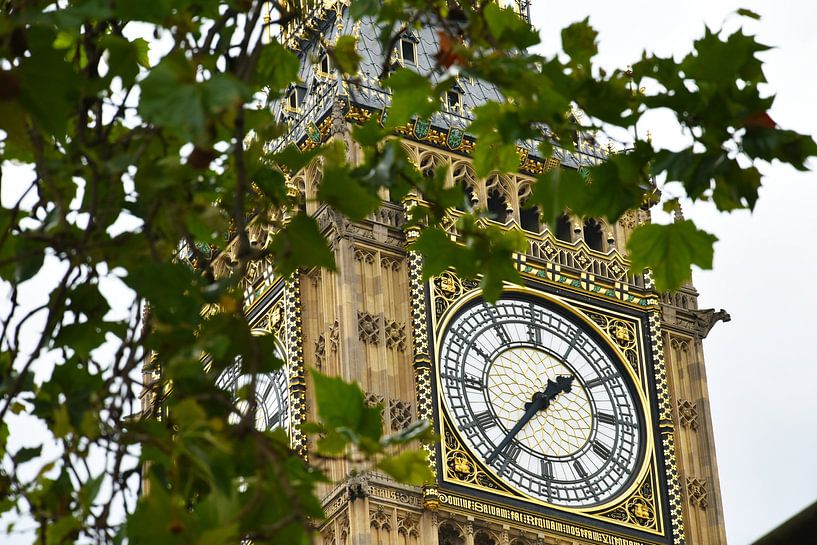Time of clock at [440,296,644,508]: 1:36
